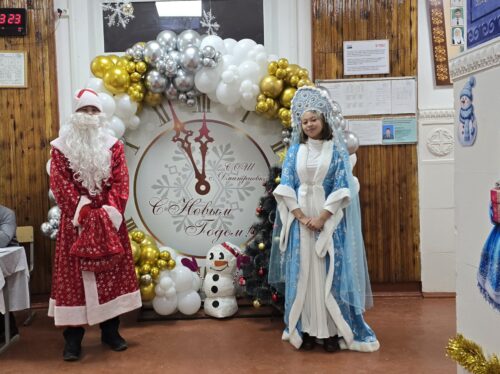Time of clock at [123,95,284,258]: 11:55
